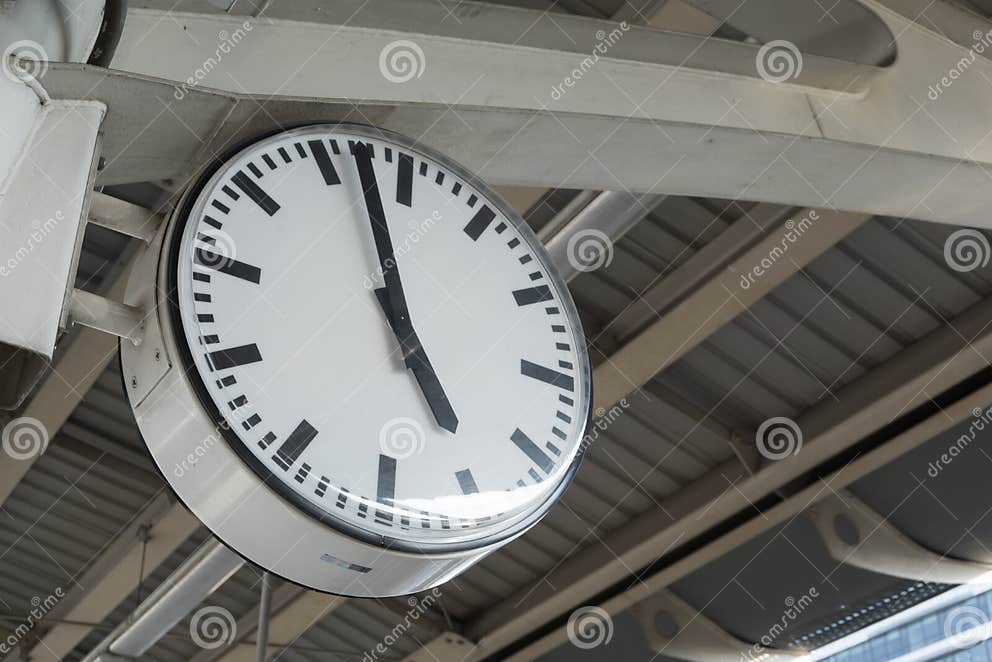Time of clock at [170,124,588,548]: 4:57
